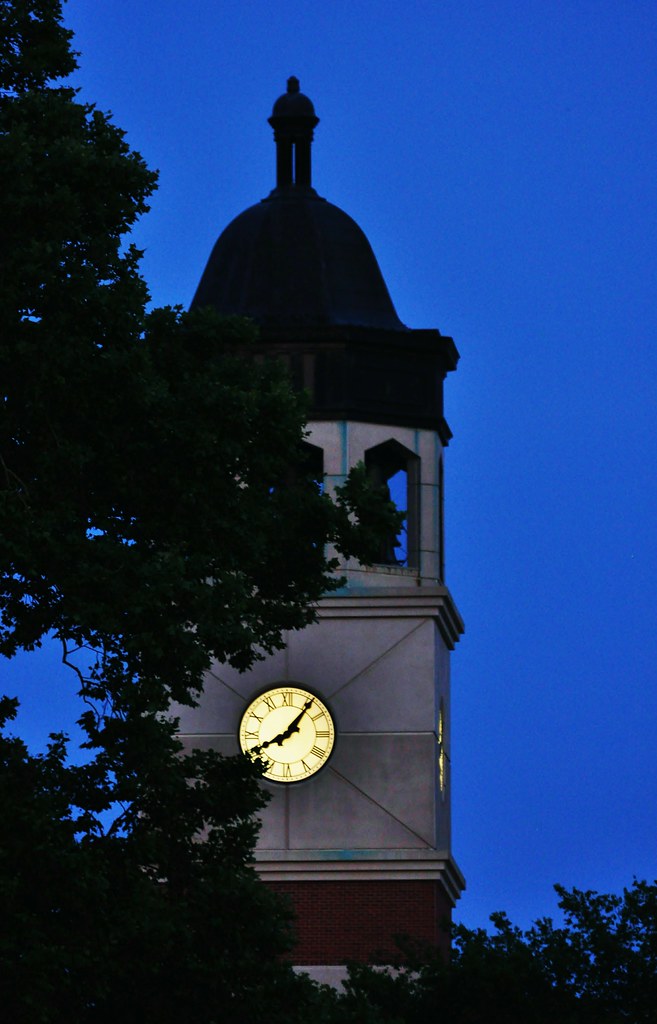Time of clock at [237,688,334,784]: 8:06
